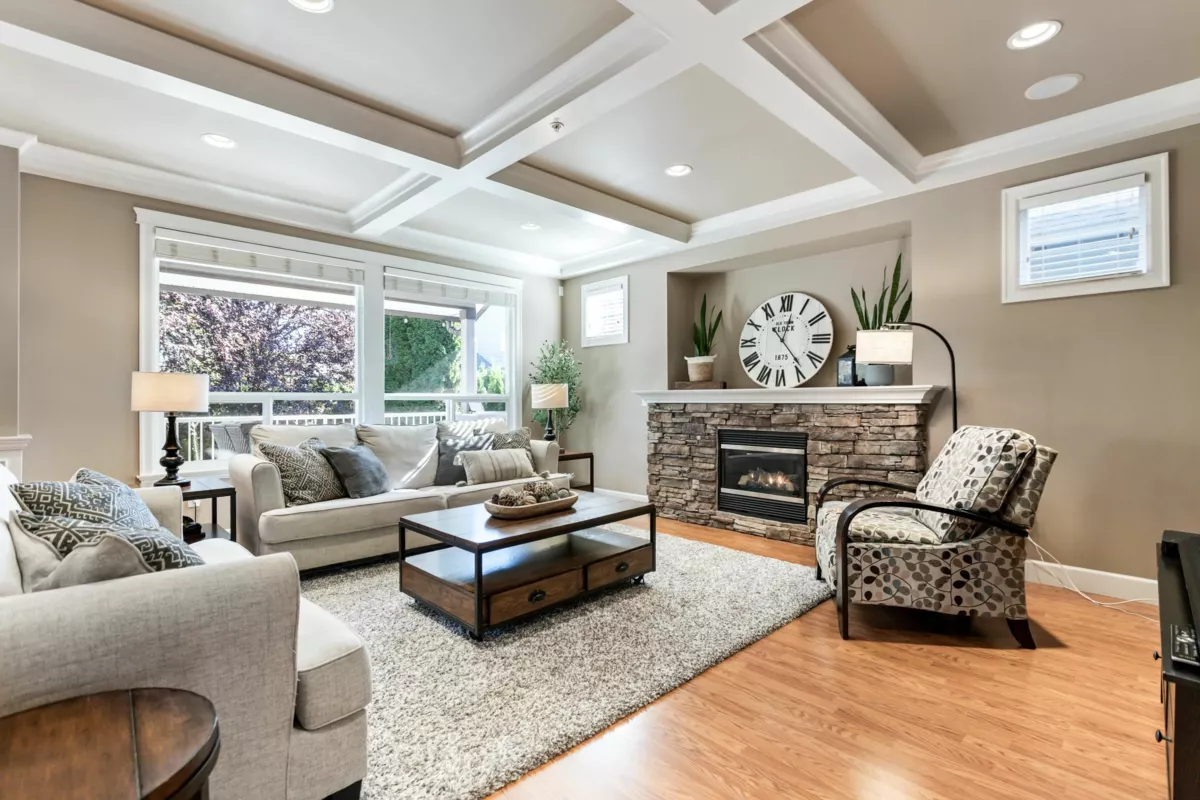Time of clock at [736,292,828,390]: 12:23
